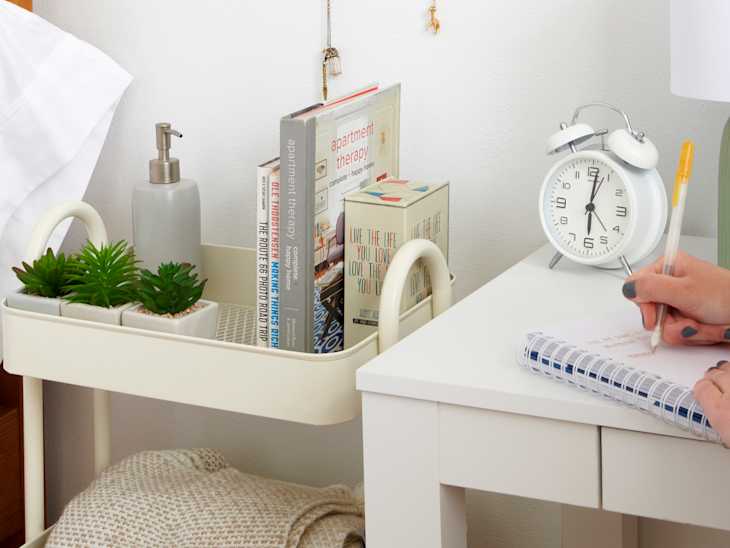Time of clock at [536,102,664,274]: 6:01
